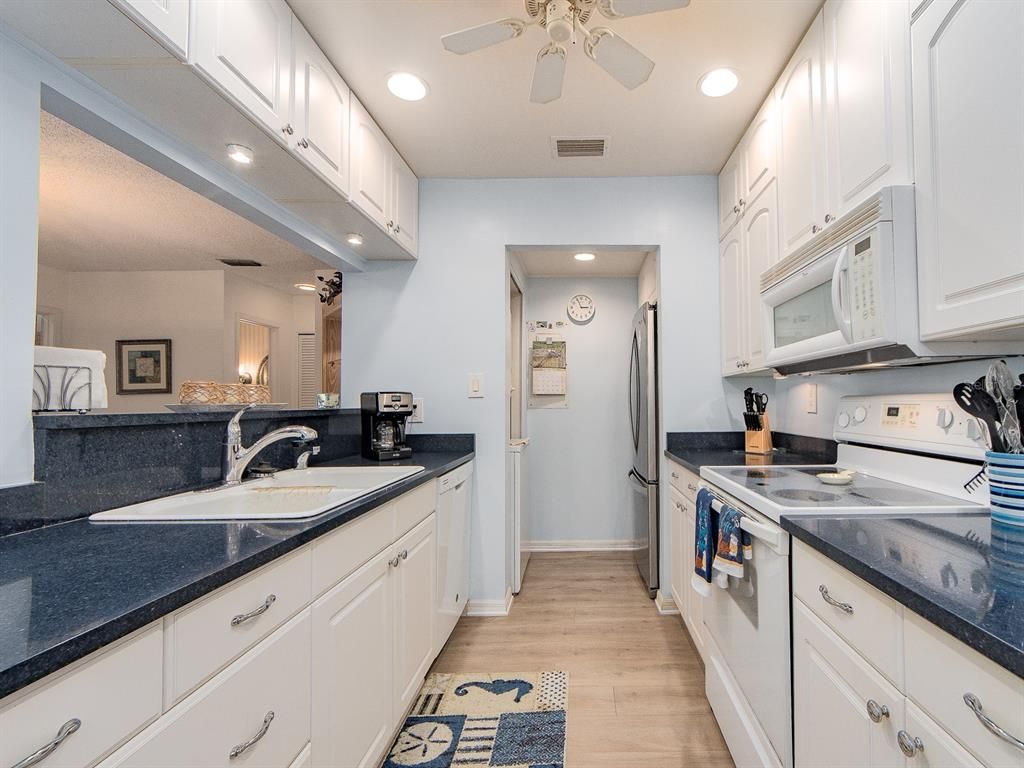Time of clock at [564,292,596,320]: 2:56
